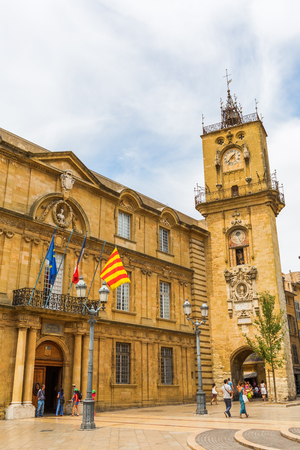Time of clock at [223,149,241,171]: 1:37
